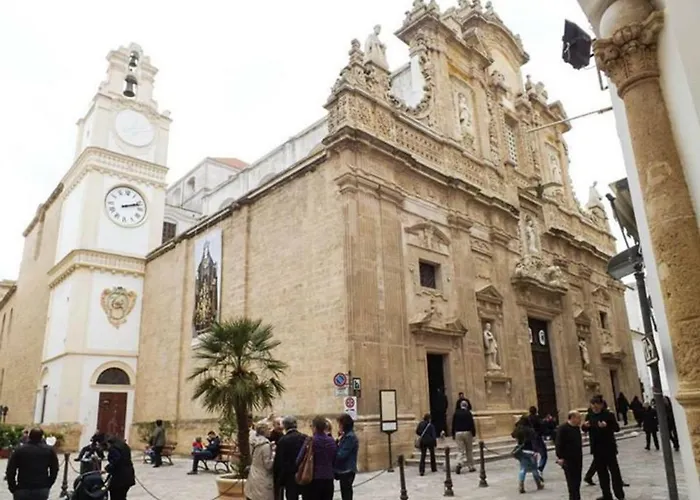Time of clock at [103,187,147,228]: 2:11
